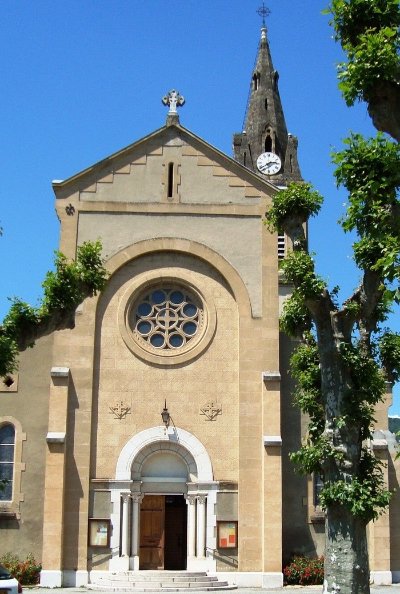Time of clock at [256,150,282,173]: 2:38
